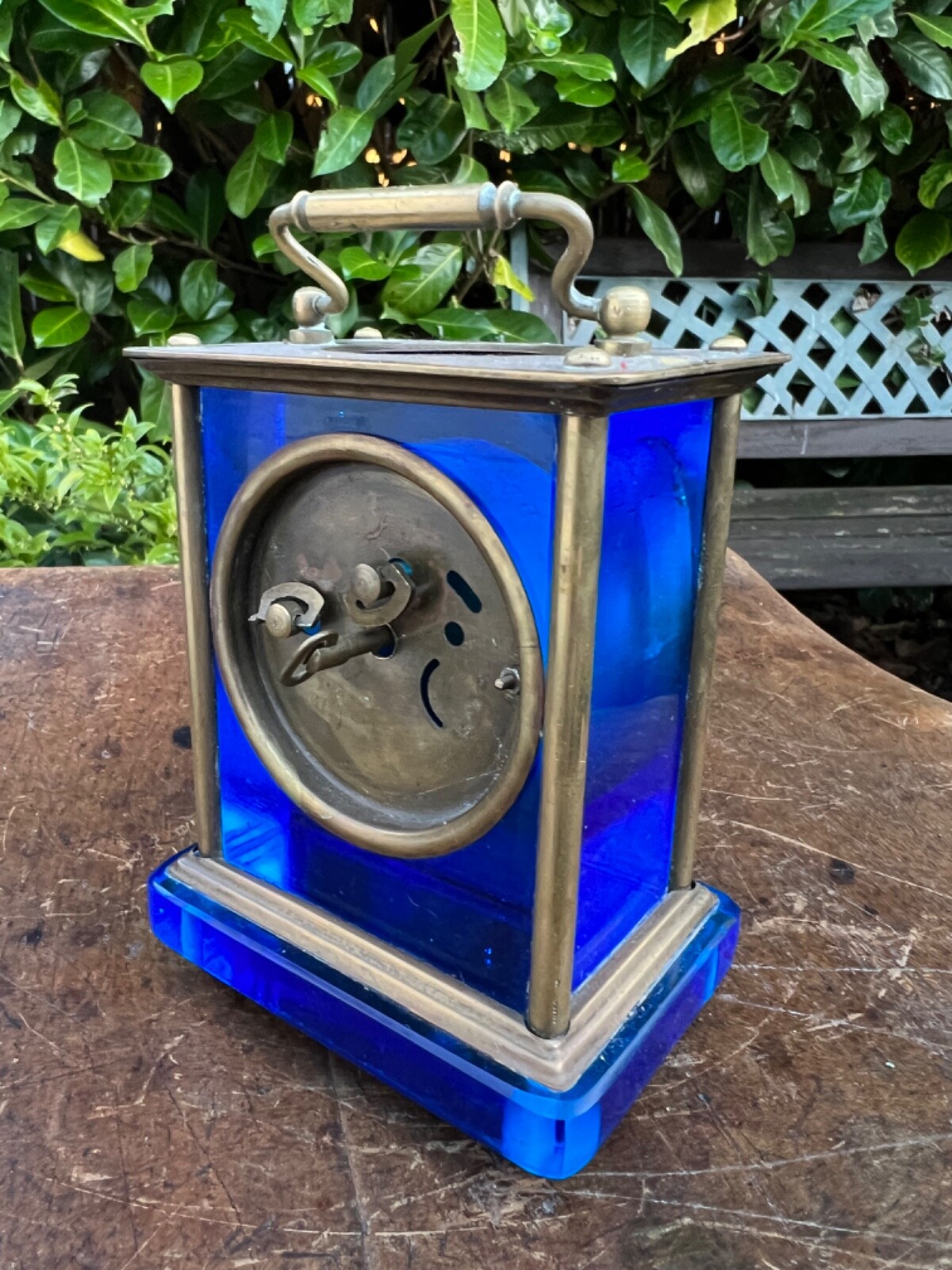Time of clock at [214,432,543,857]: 1:41
